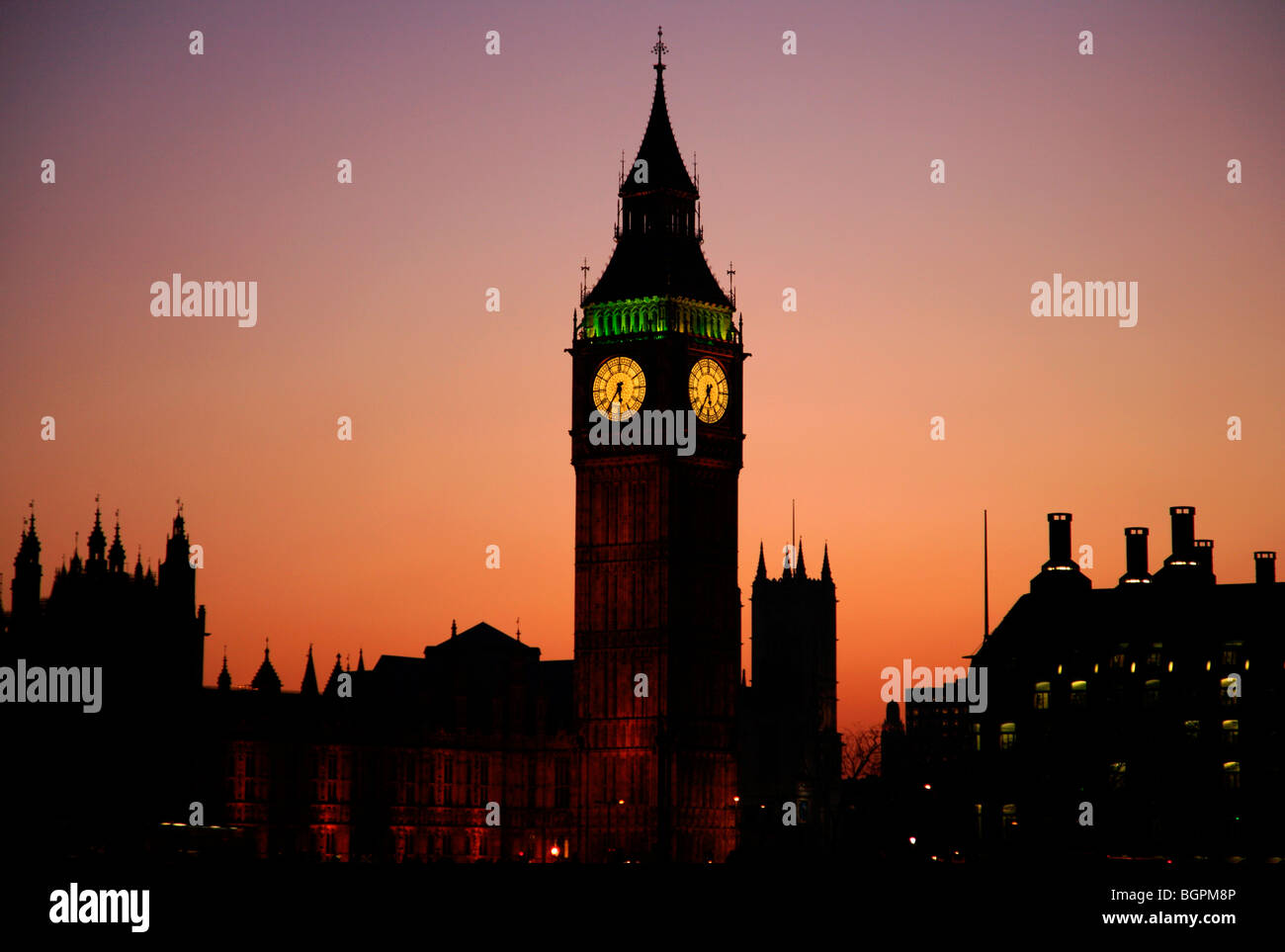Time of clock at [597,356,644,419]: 5:35
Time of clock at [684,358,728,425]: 5:35
